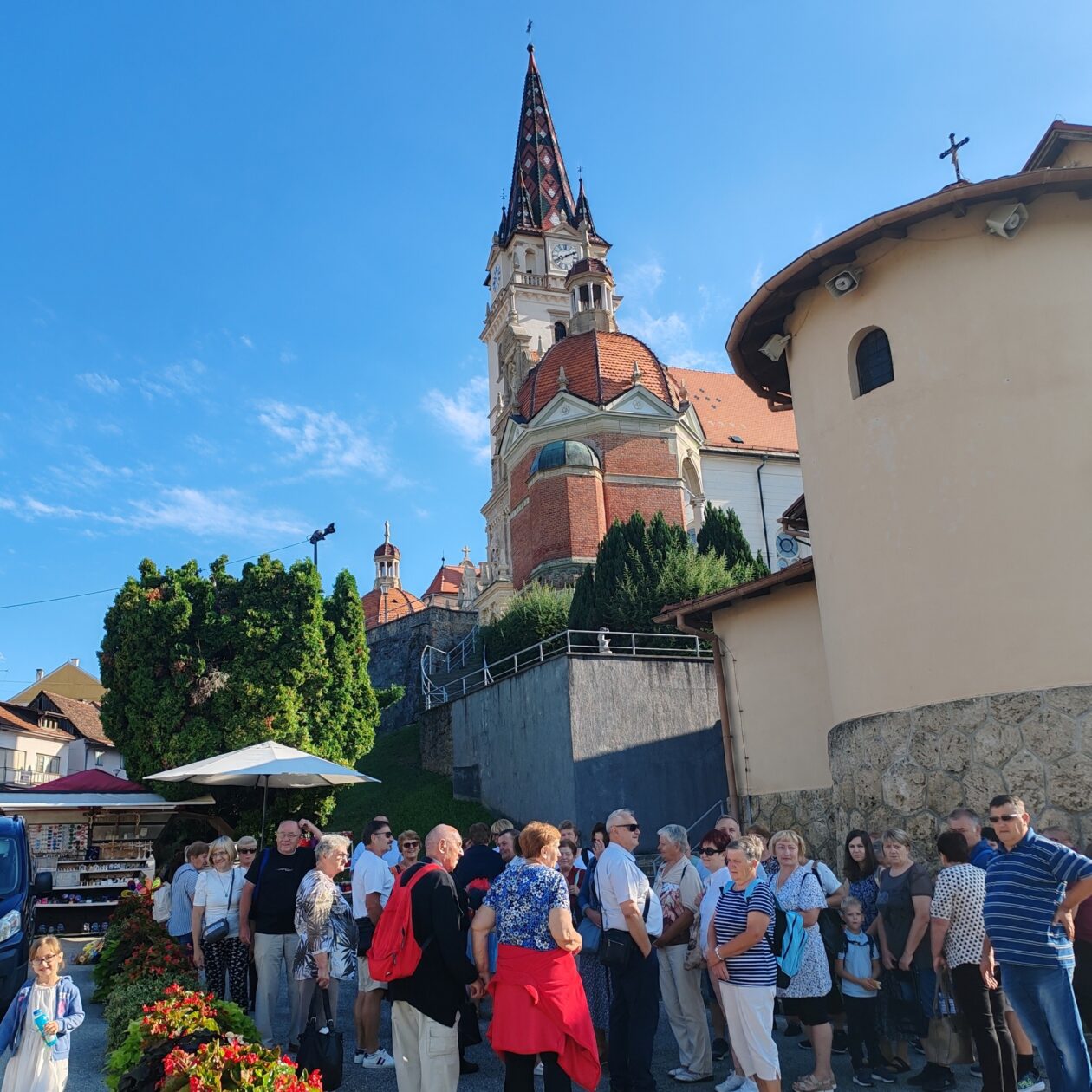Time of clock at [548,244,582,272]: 8:10
